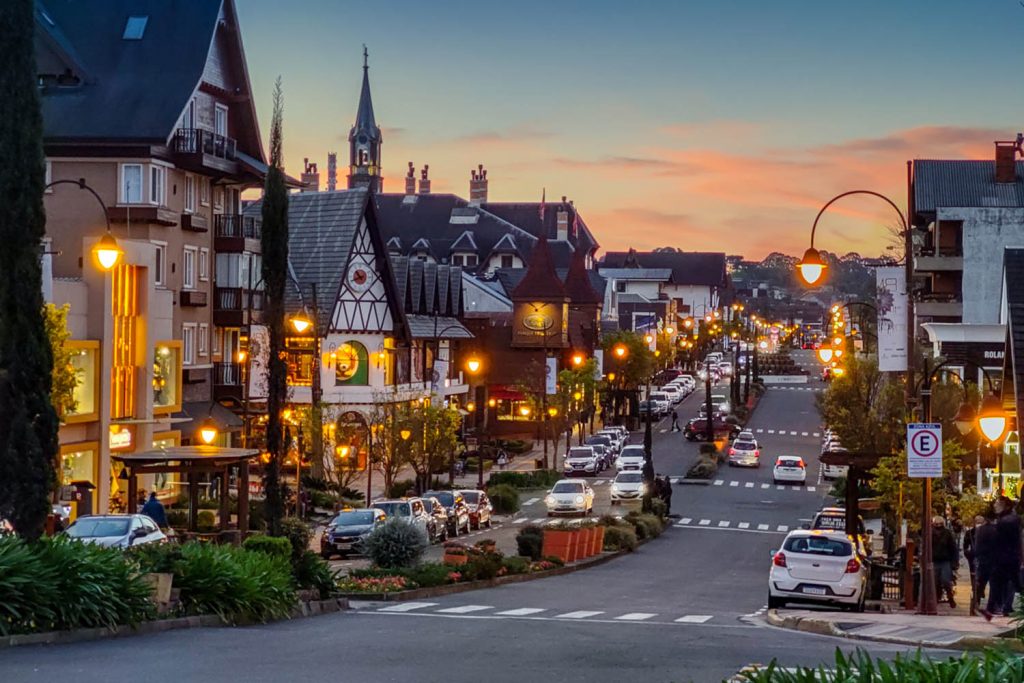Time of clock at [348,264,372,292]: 10:41
